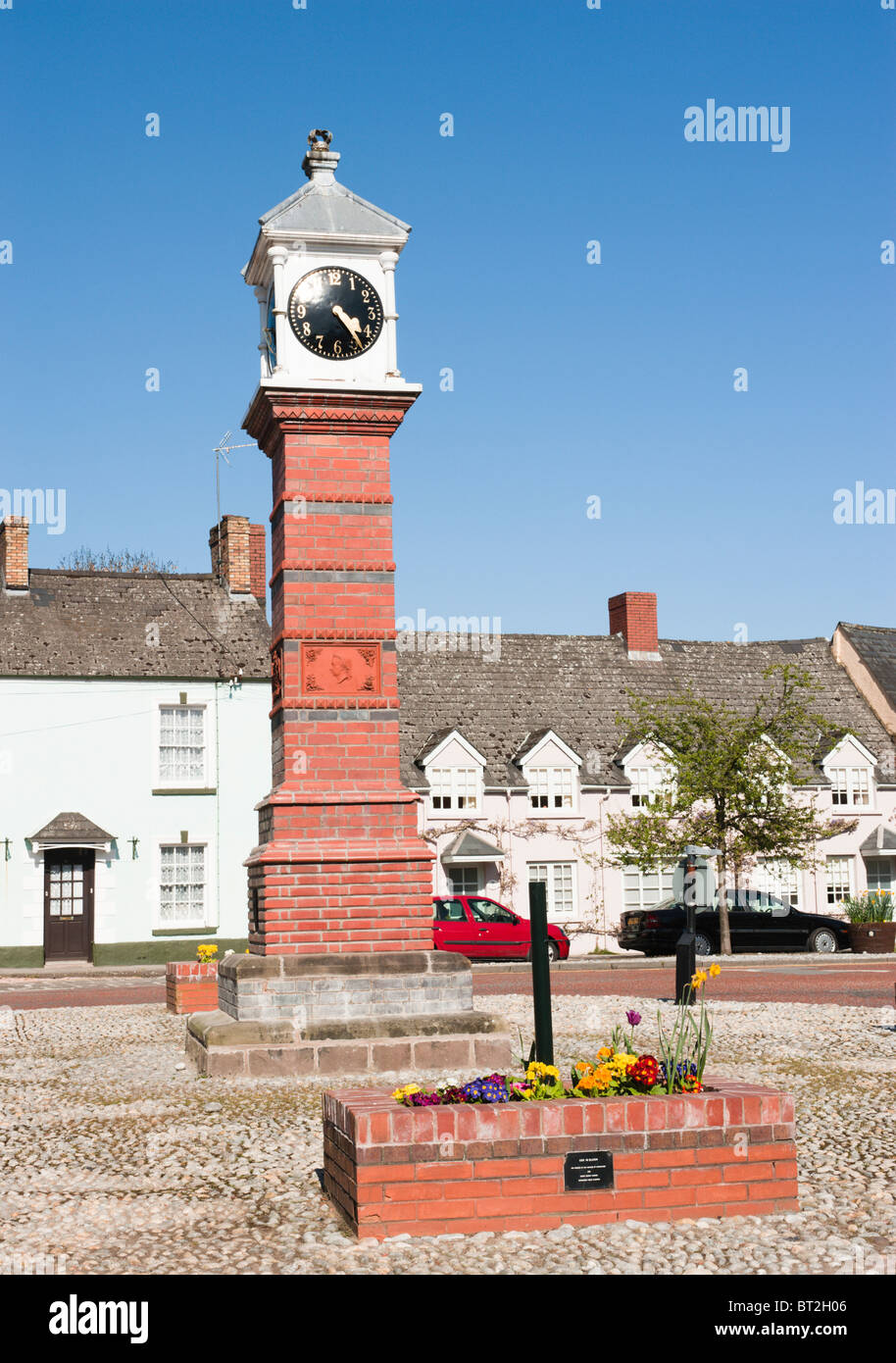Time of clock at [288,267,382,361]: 4:23
